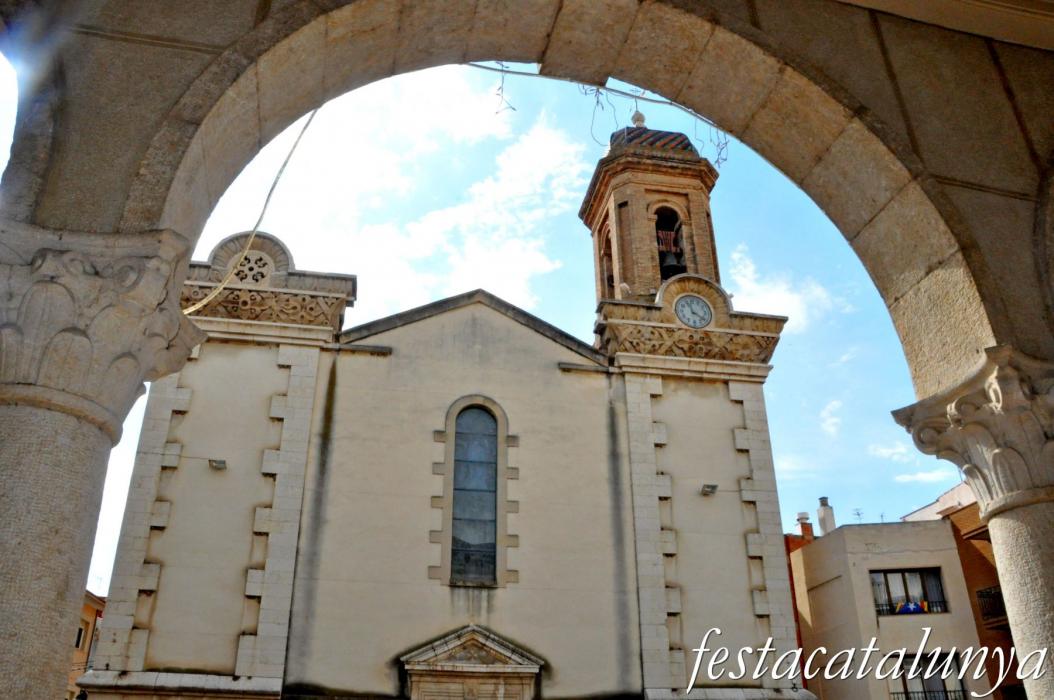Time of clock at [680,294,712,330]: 11:21
